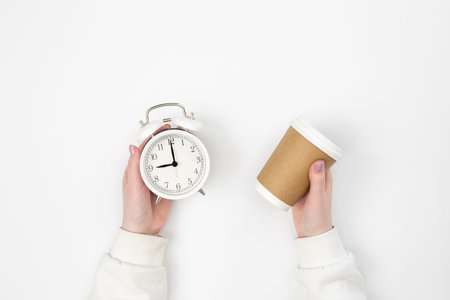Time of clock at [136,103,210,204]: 9:00
